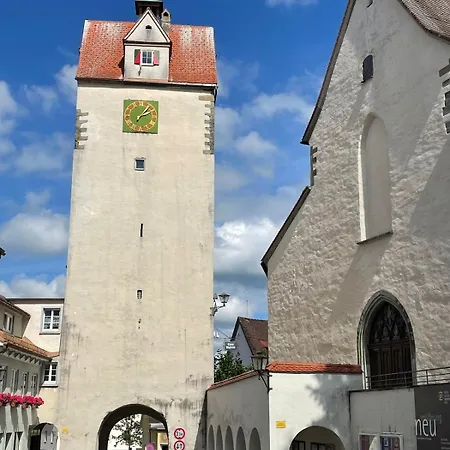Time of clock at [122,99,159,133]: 2:06
